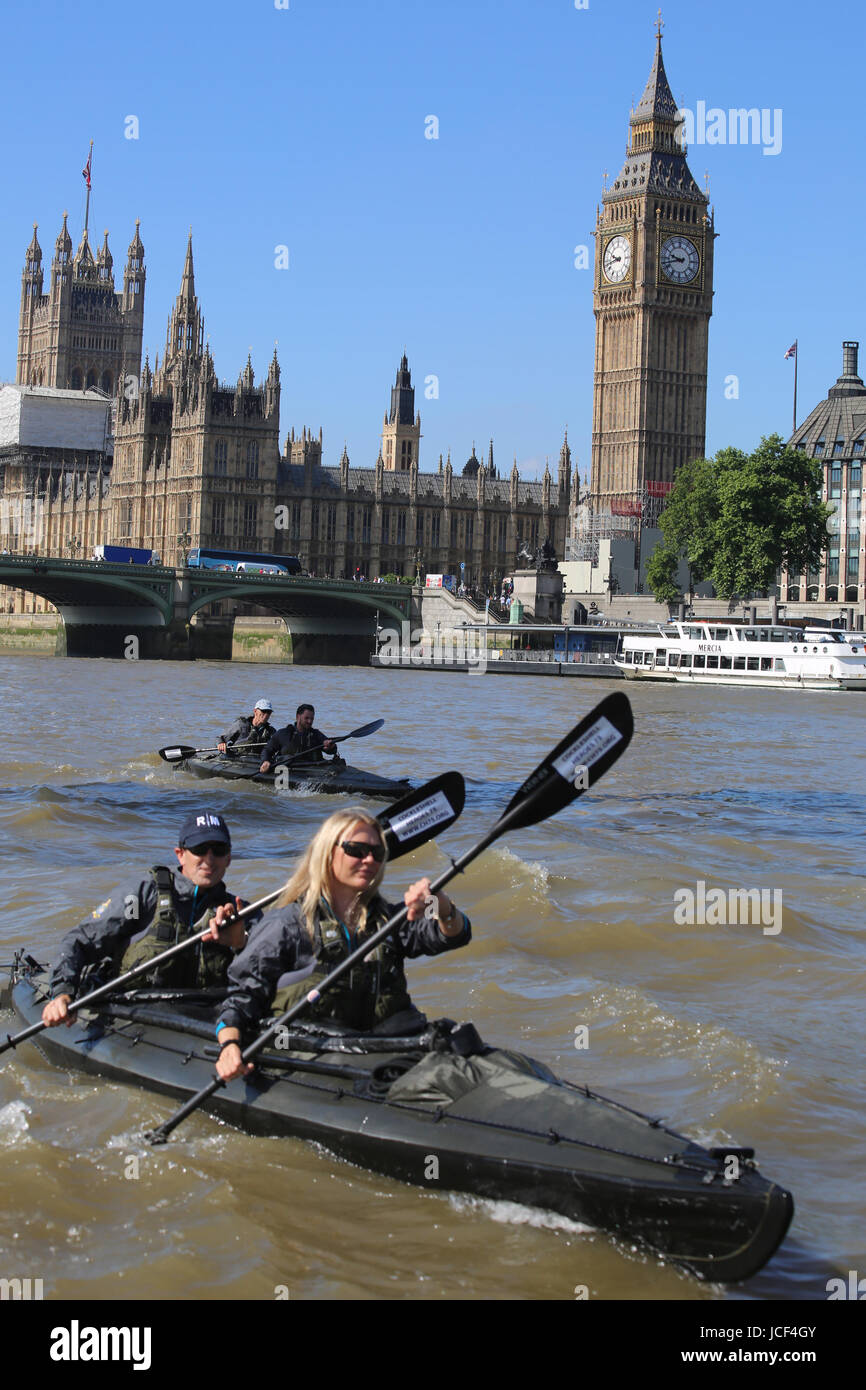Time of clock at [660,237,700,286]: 9:42
